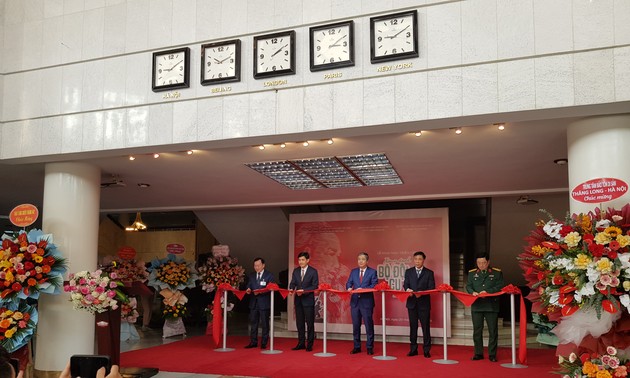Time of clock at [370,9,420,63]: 9:10
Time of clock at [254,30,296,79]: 2:09
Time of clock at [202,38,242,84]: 10:11
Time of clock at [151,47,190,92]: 9:10
